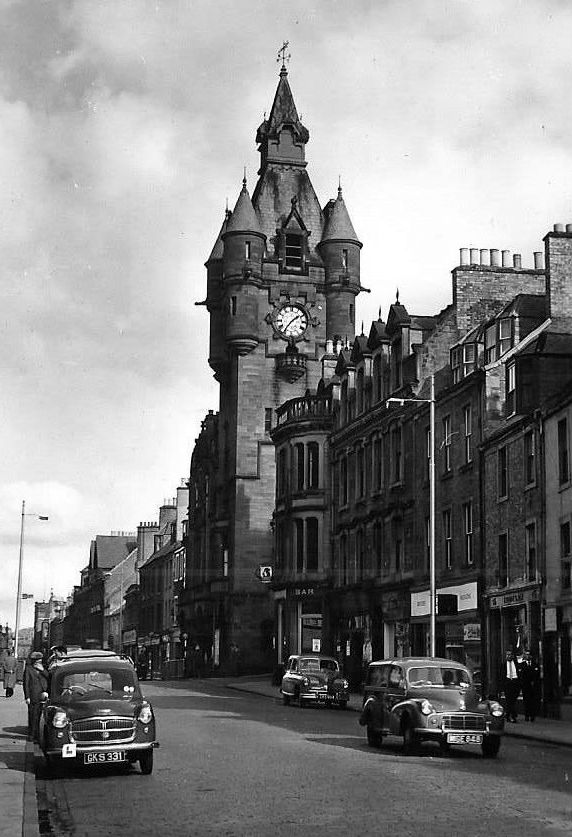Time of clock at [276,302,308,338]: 1:36
